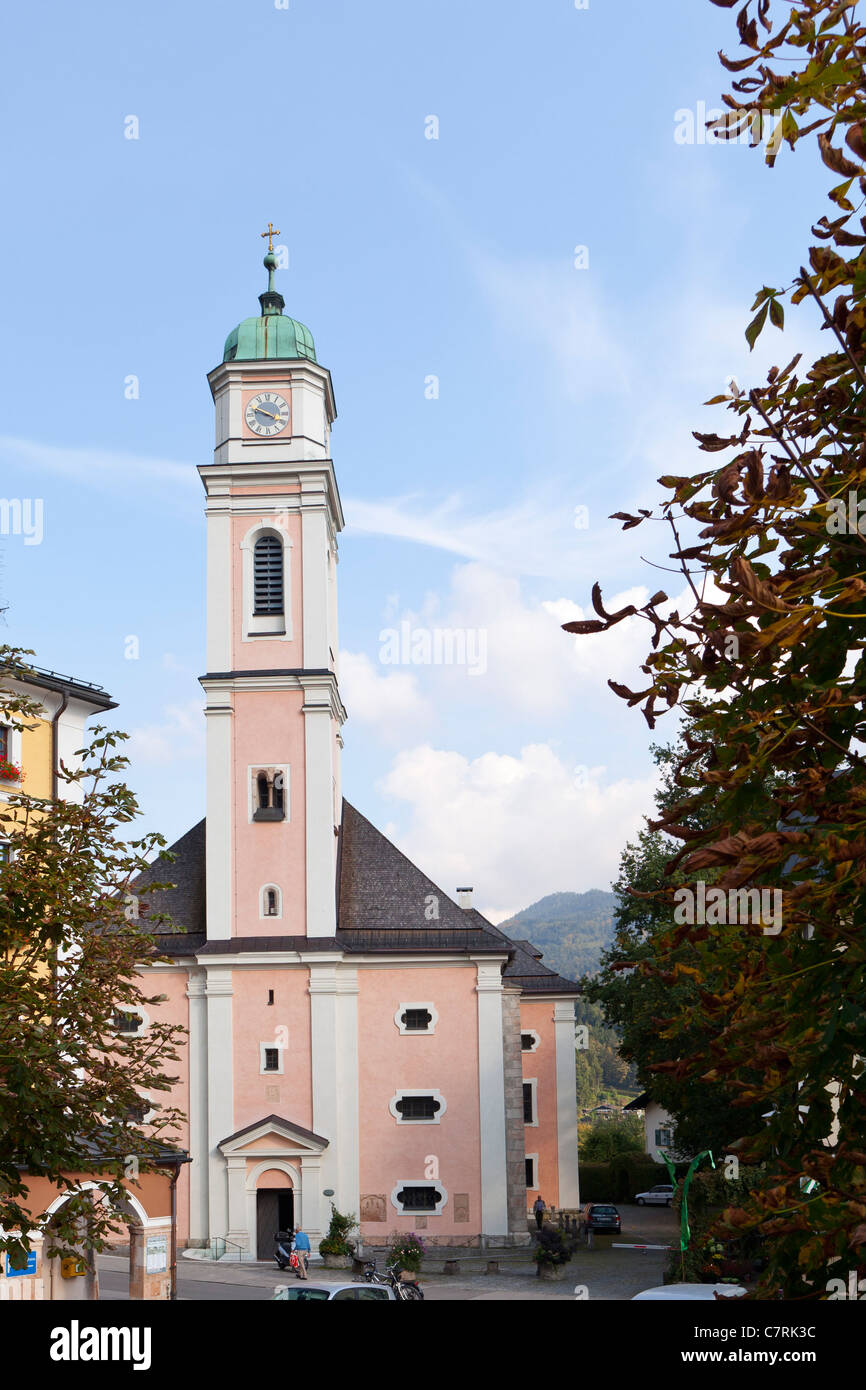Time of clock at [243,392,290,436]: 3:48
